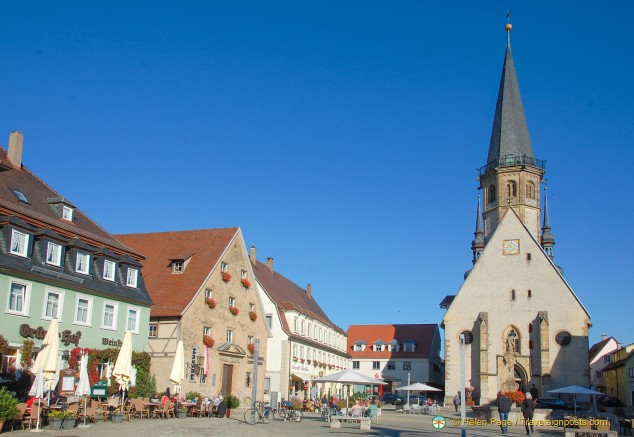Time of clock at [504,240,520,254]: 4:31
